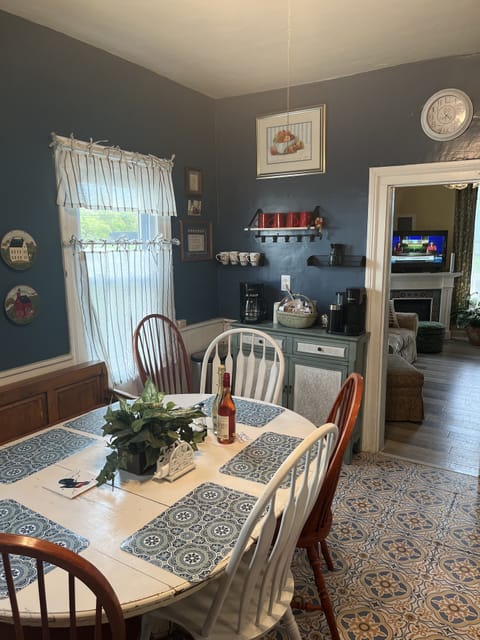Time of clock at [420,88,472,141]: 4:33
